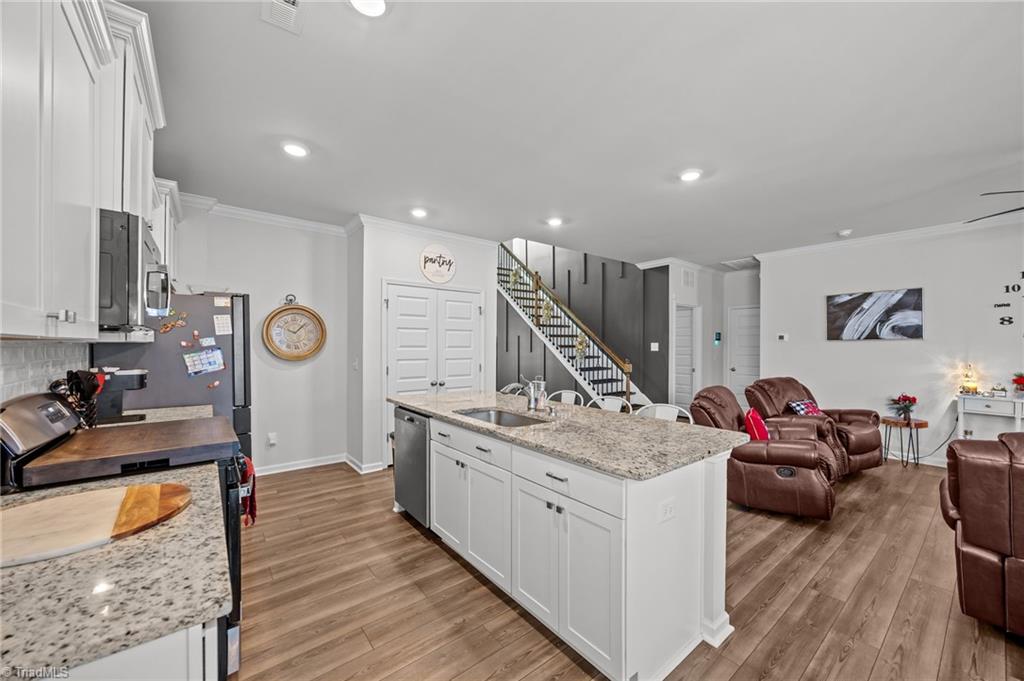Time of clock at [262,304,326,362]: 10:07
